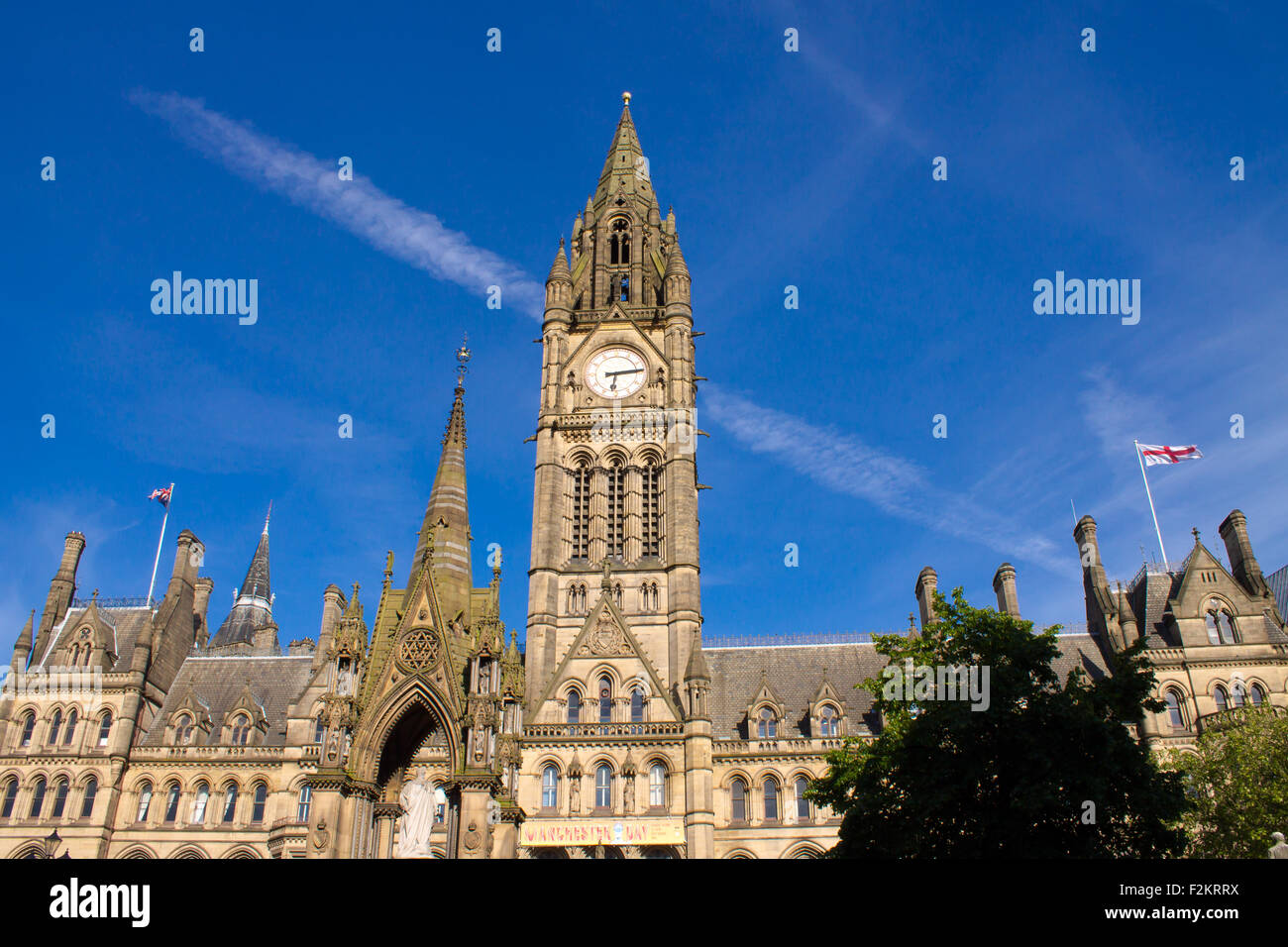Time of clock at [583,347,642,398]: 6:14
